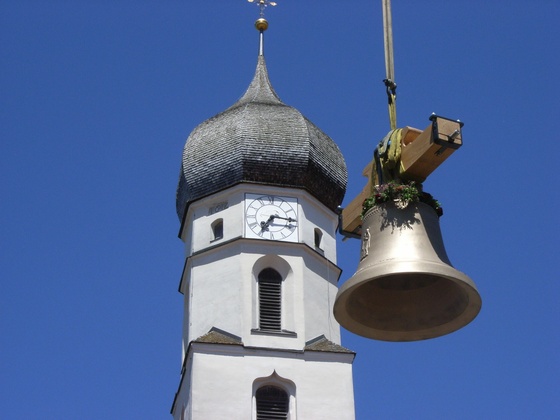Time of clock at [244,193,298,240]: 7:15
